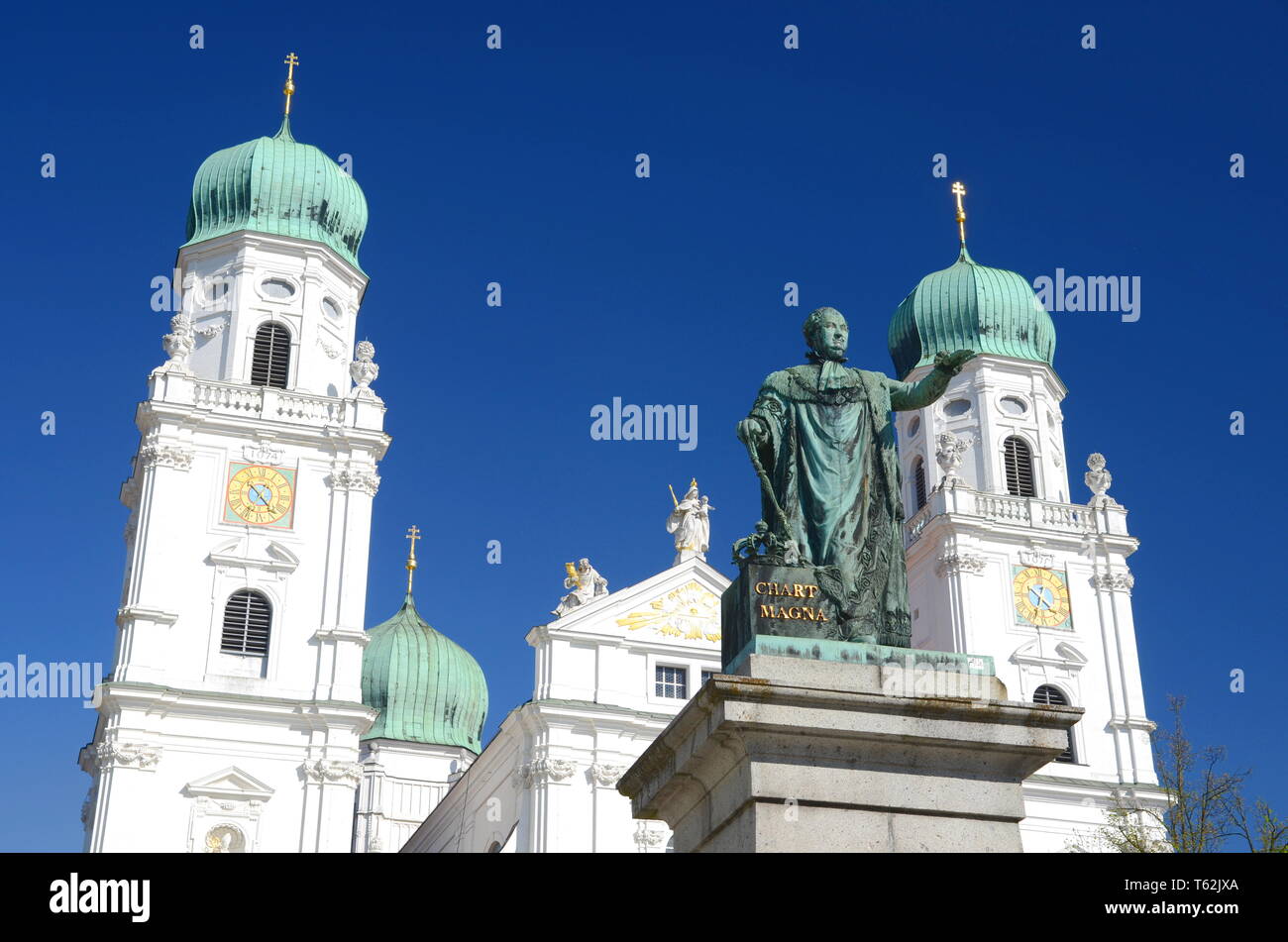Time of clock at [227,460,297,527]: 10:23
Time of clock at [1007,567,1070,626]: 4:33
